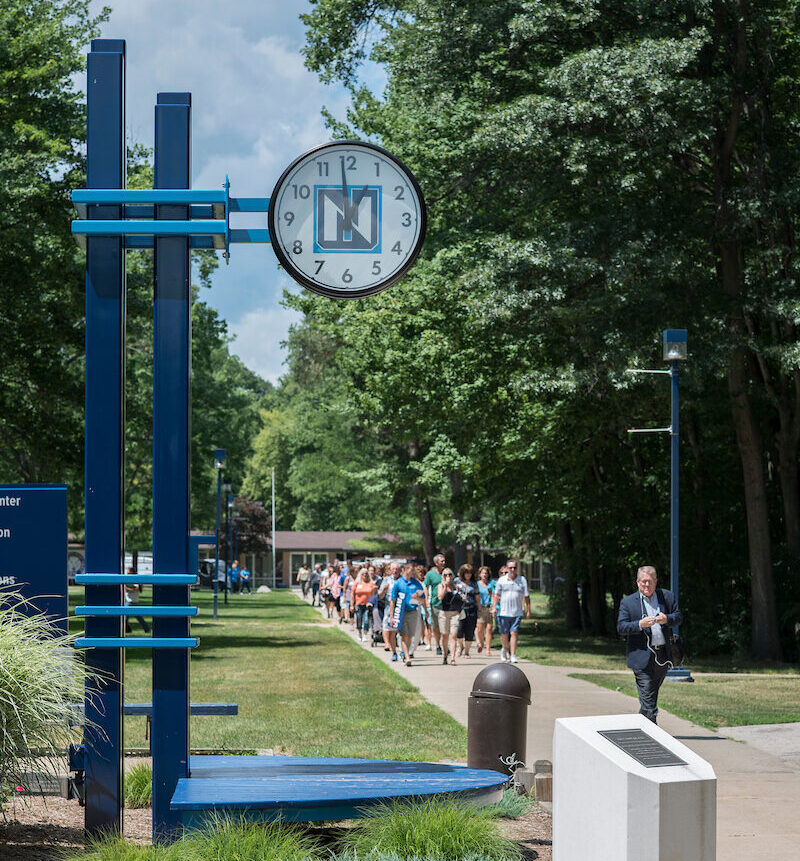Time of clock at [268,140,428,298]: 12:58
